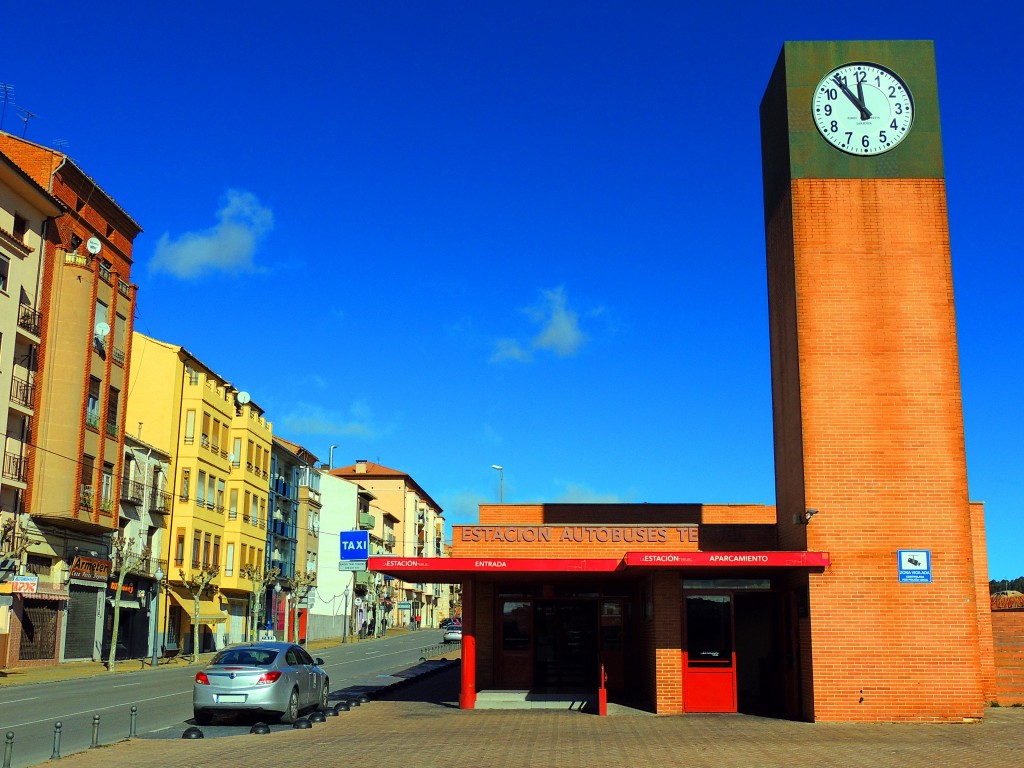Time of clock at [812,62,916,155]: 11:53
